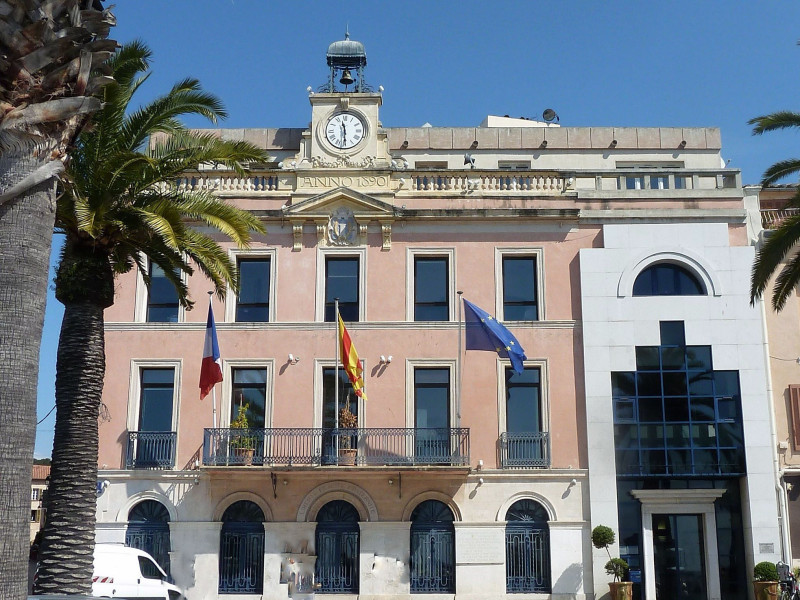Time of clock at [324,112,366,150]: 11:29
